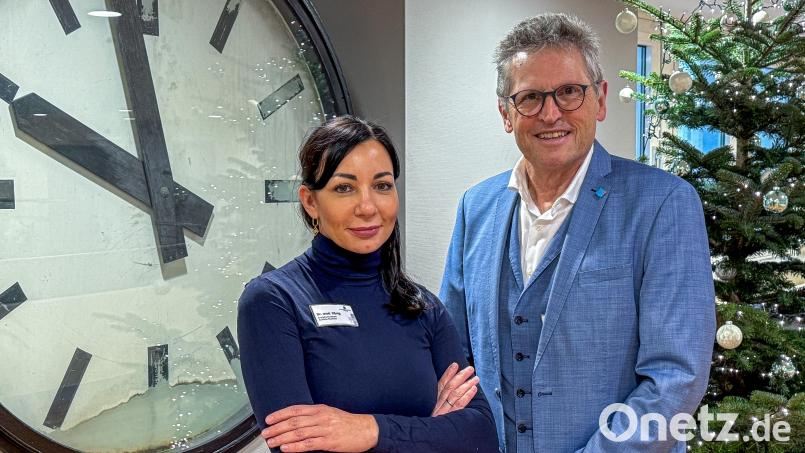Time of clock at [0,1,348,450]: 11:49
